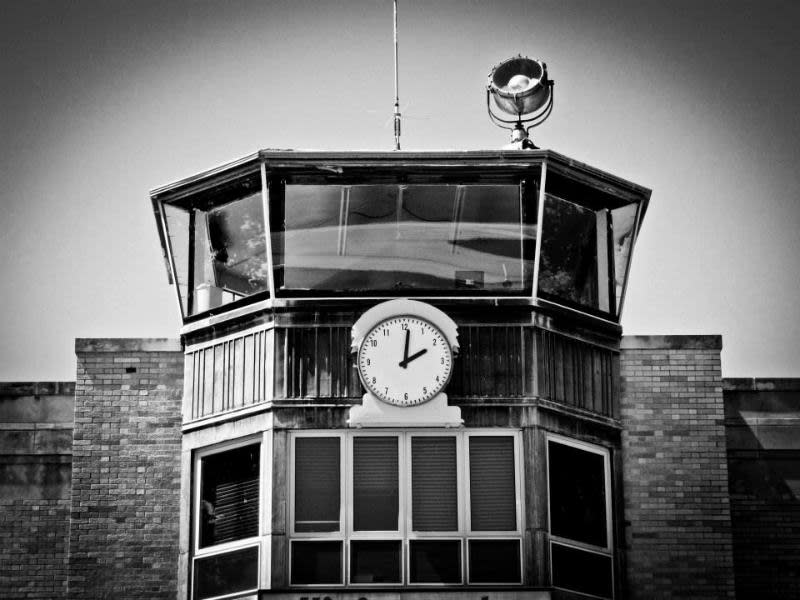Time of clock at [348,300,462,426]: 2:01
